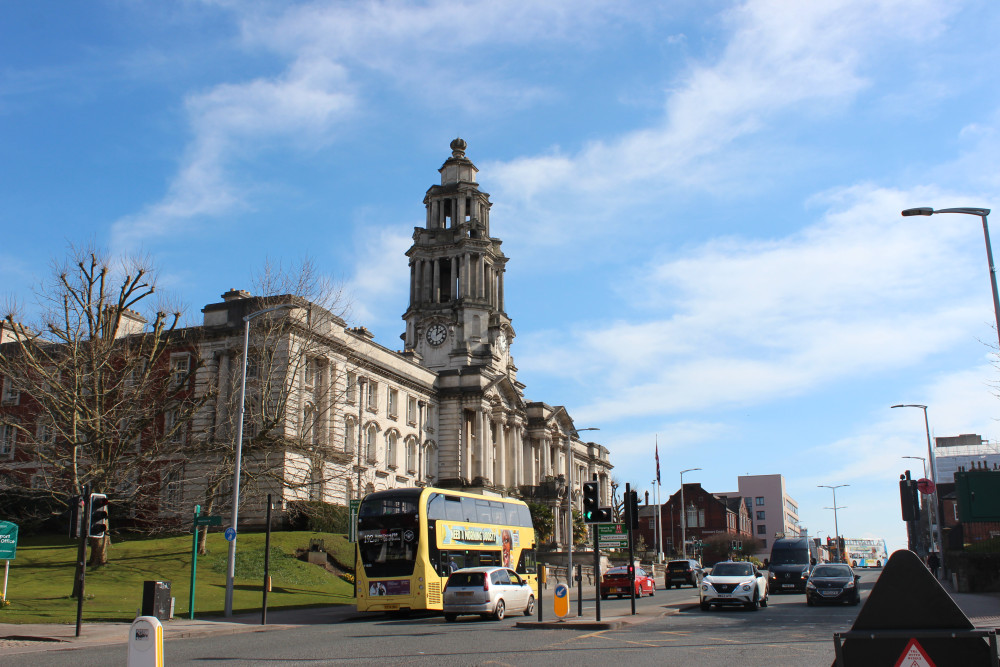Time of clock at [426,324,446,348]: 2:01
